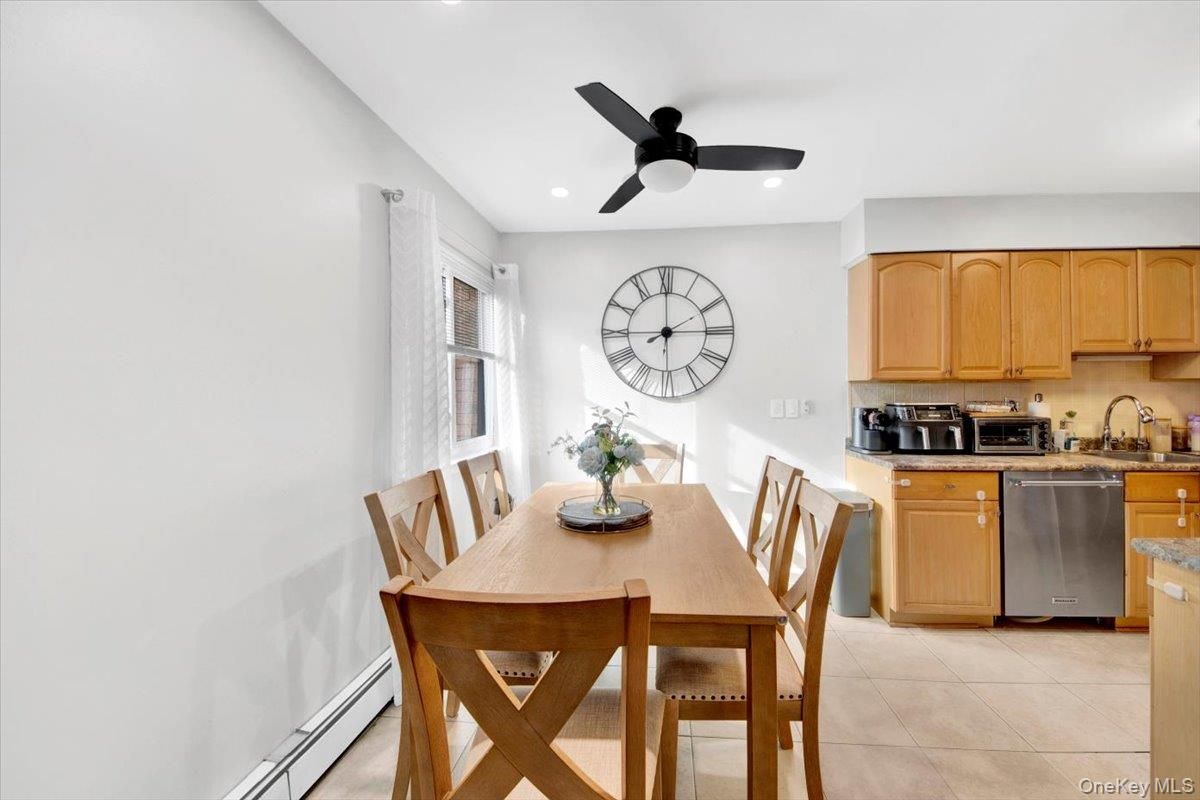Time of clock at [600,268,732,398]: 2:00
